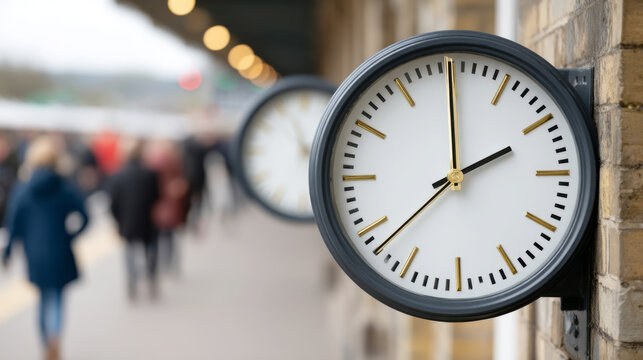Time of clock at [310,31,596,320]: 1:59
